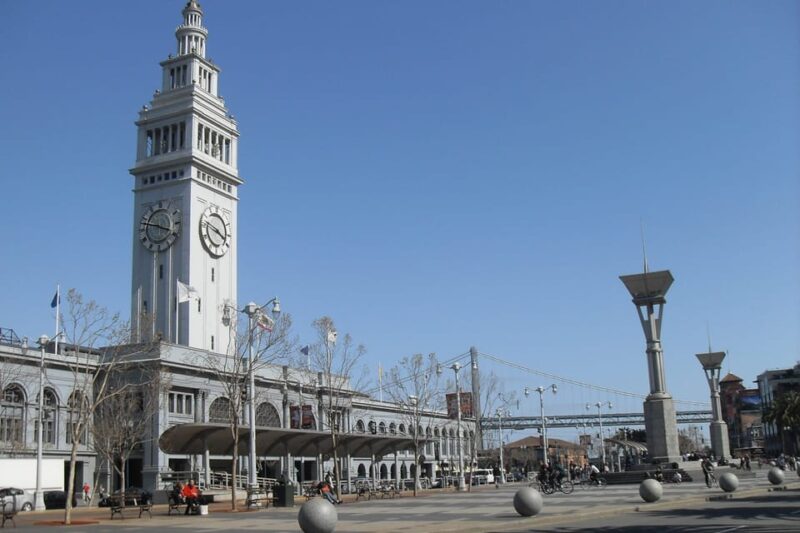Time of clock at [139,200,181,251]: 3:47
